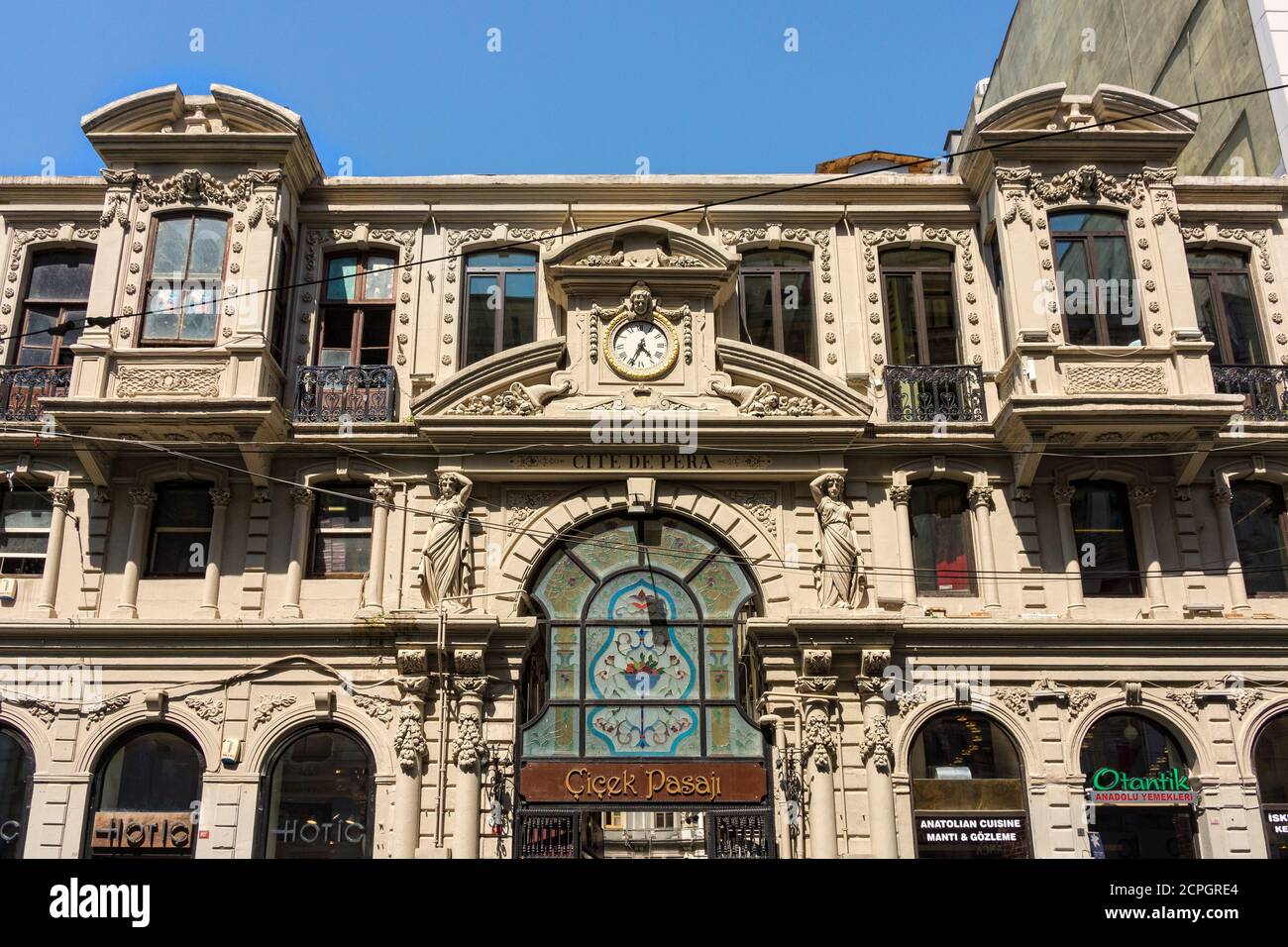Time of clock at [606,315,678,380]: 4:34
